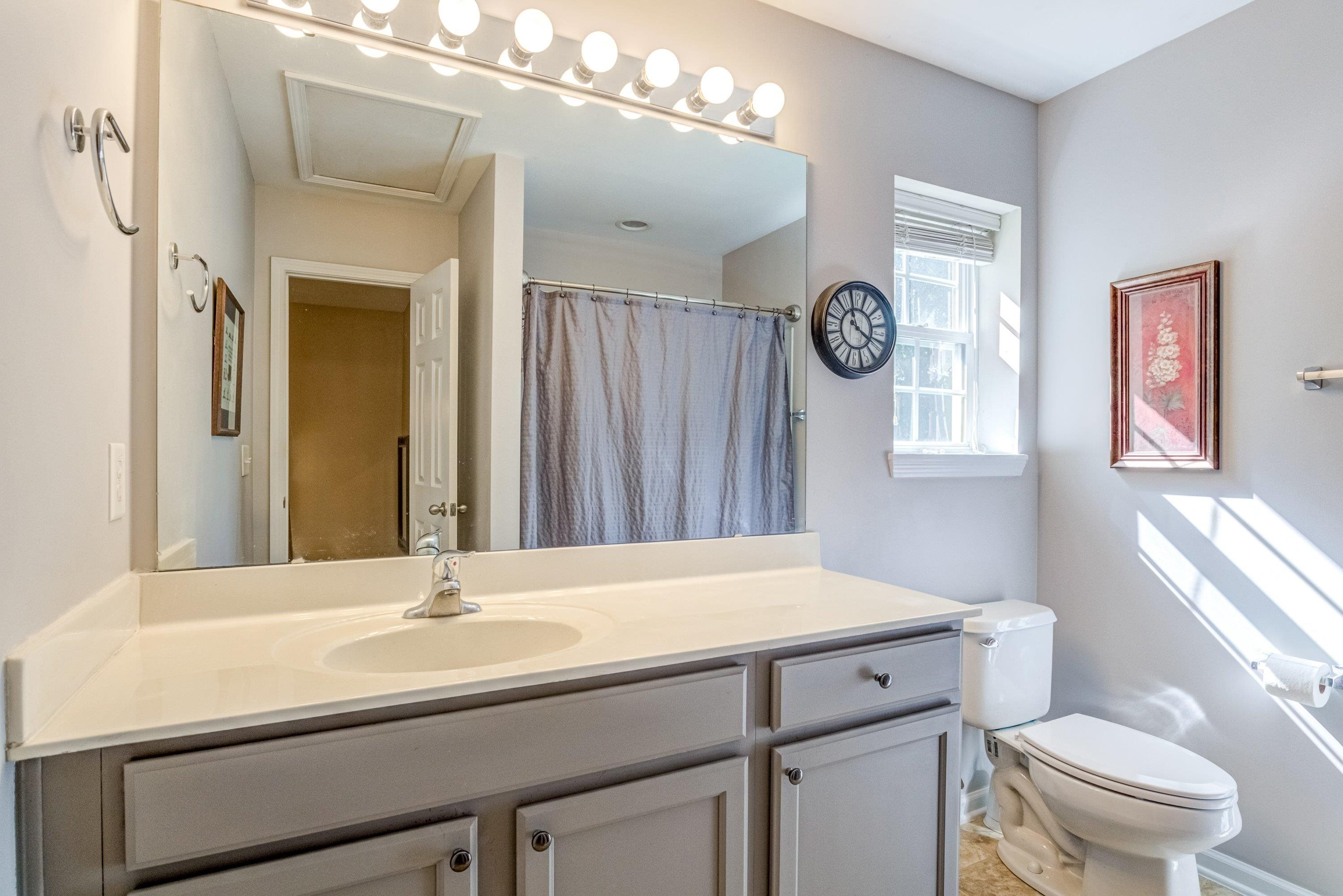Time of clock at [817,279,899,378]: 3:58
